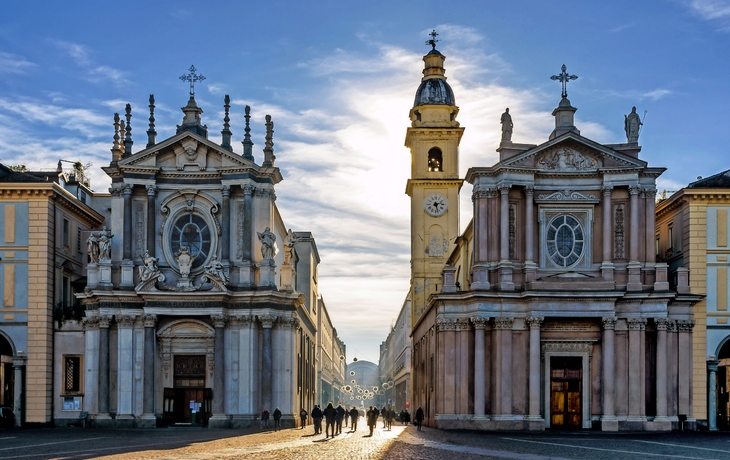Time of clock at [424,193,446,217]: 2:27
